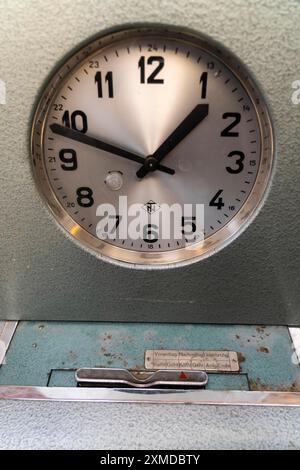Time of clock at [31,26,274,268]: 12:48
